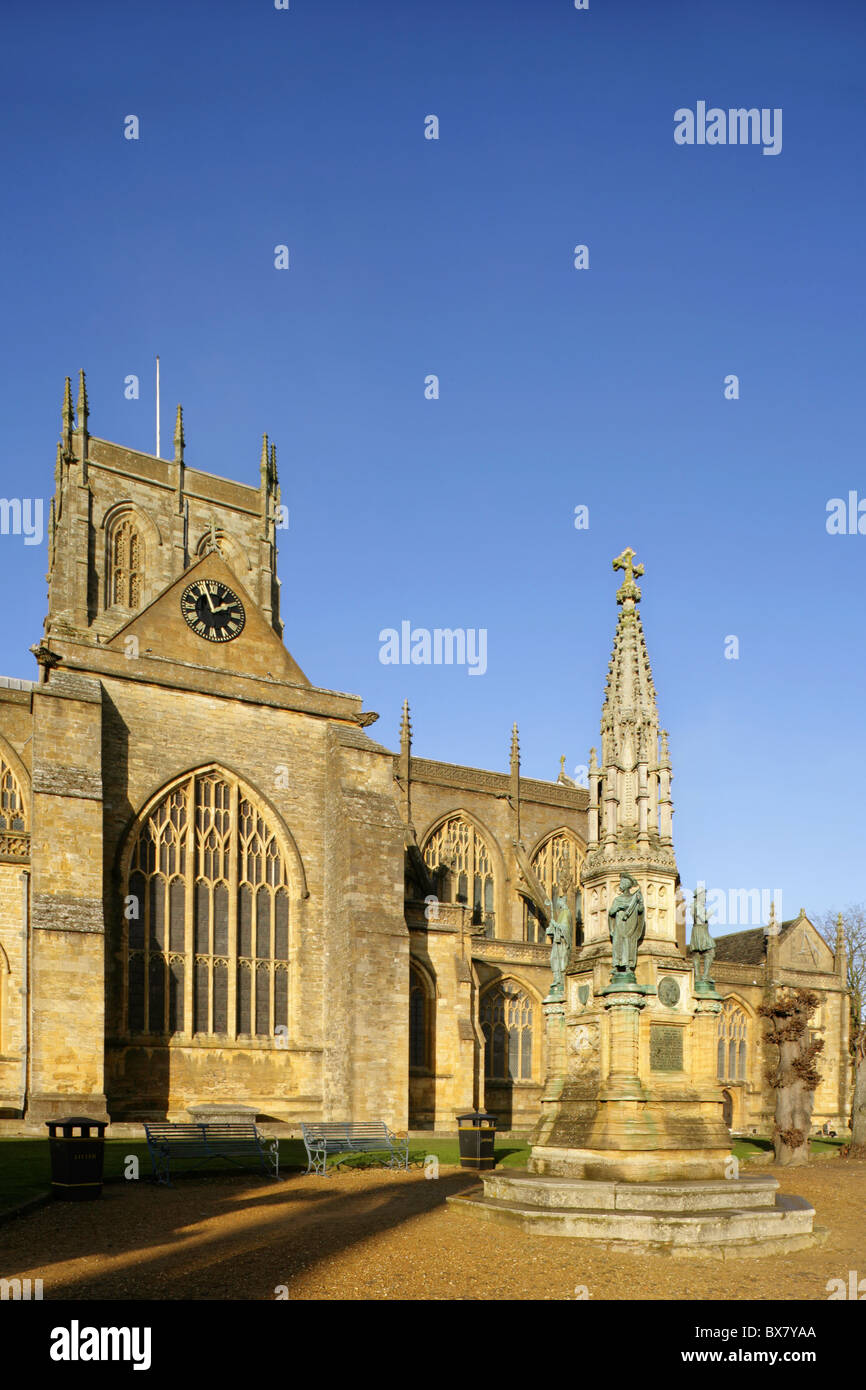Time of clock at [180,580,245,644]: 1:56
